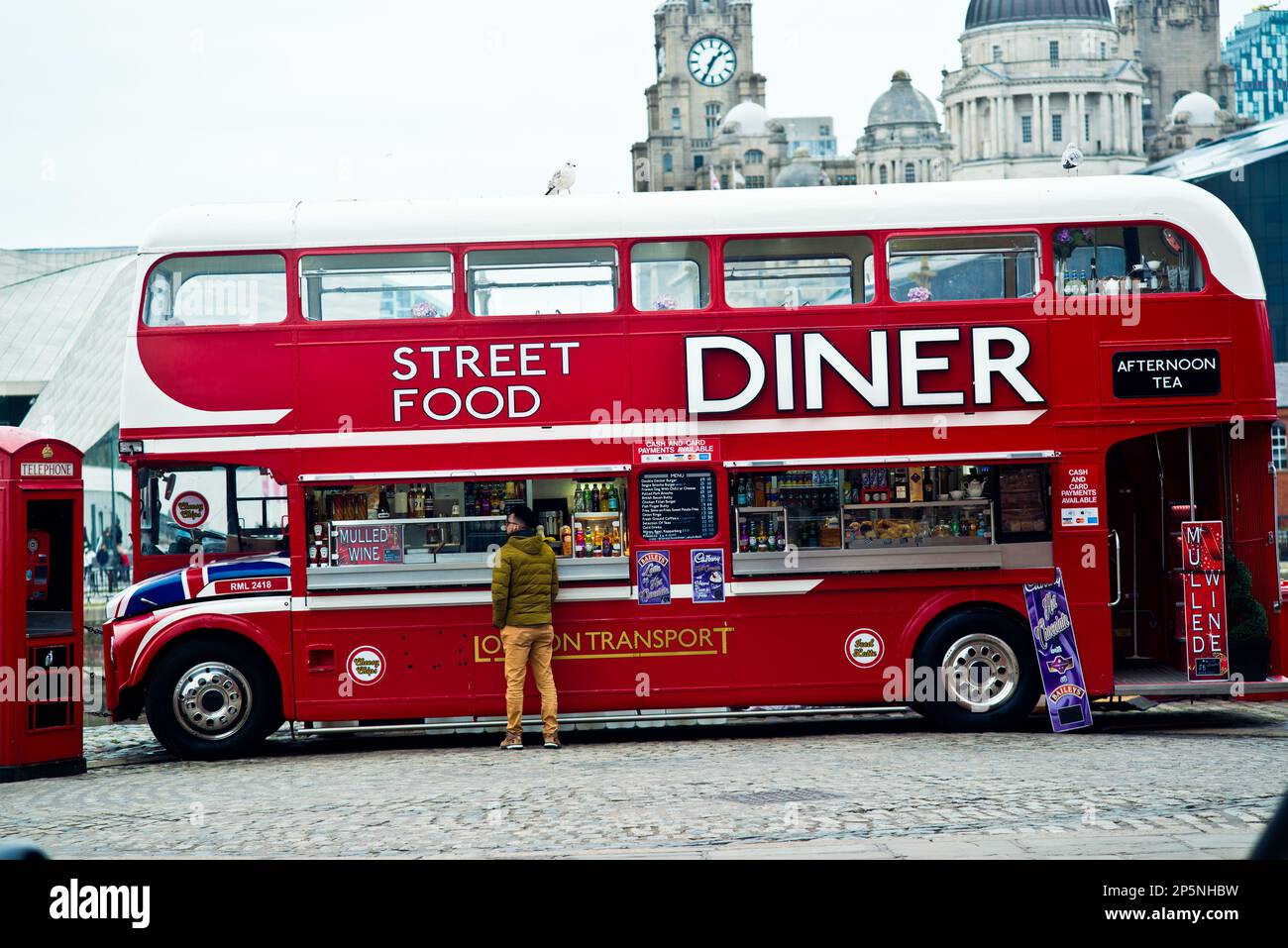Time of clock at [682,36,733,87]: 1:34
